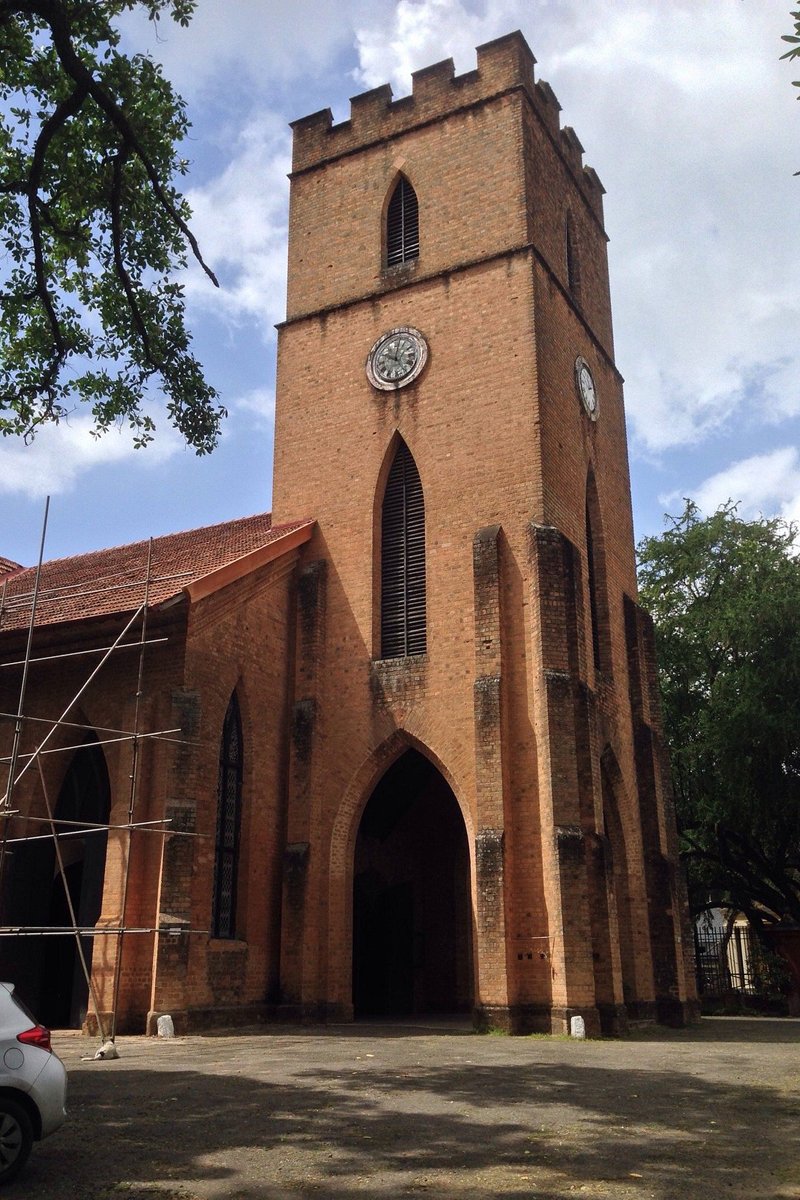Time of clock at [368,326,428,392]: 10:00
